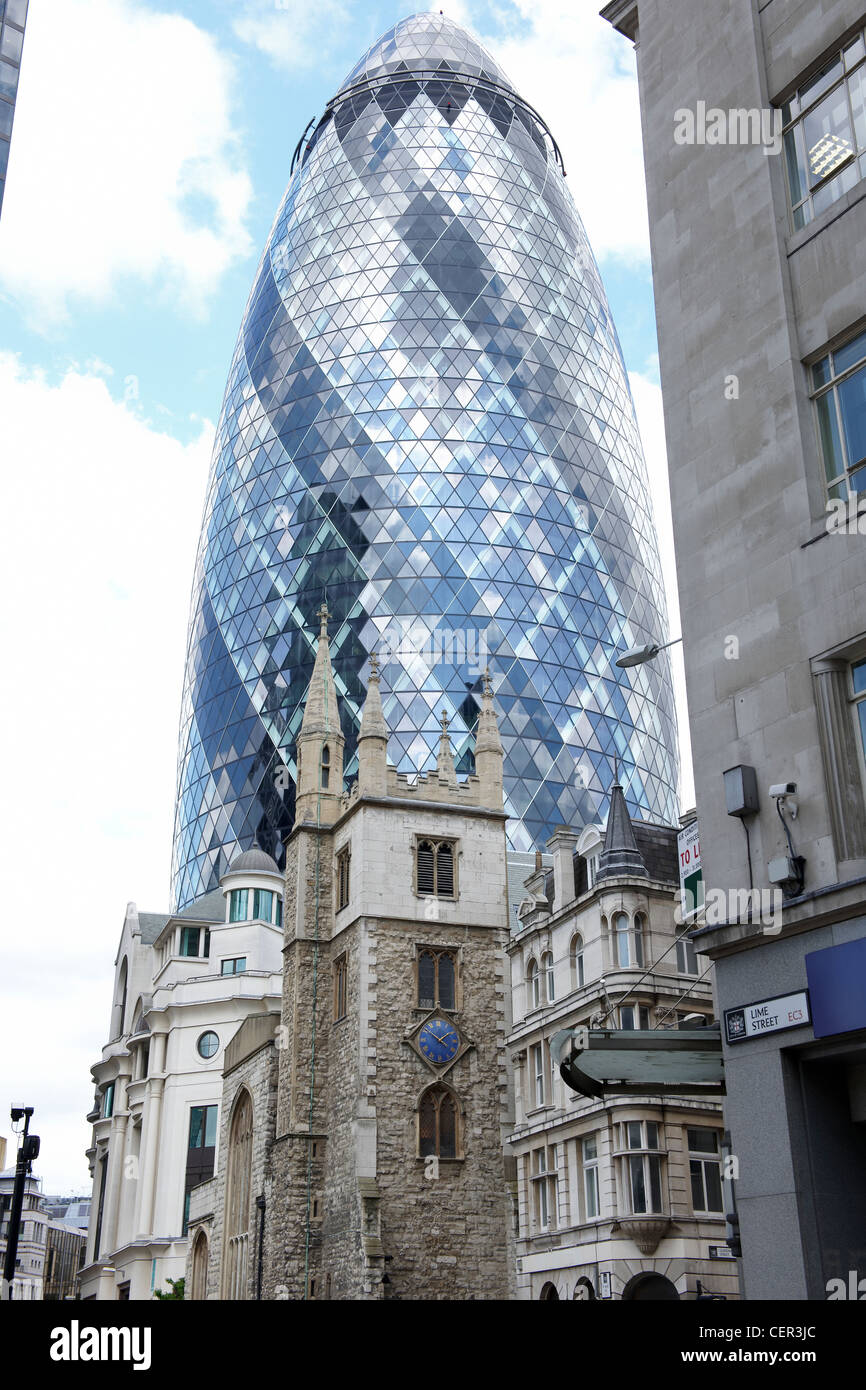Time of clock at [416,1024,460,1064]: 1:51
